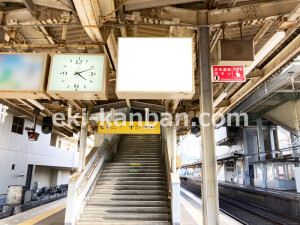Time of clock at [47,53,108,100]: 4:11
